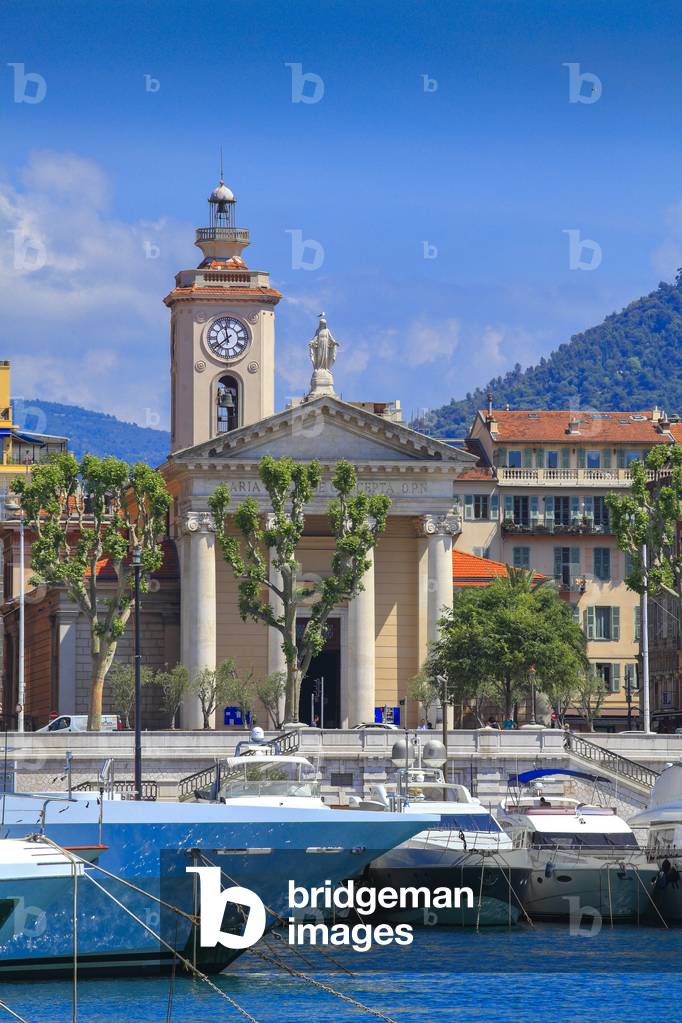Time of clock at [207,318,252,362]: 11:37
